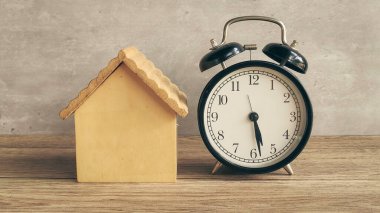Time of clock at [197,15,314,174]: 5:28
